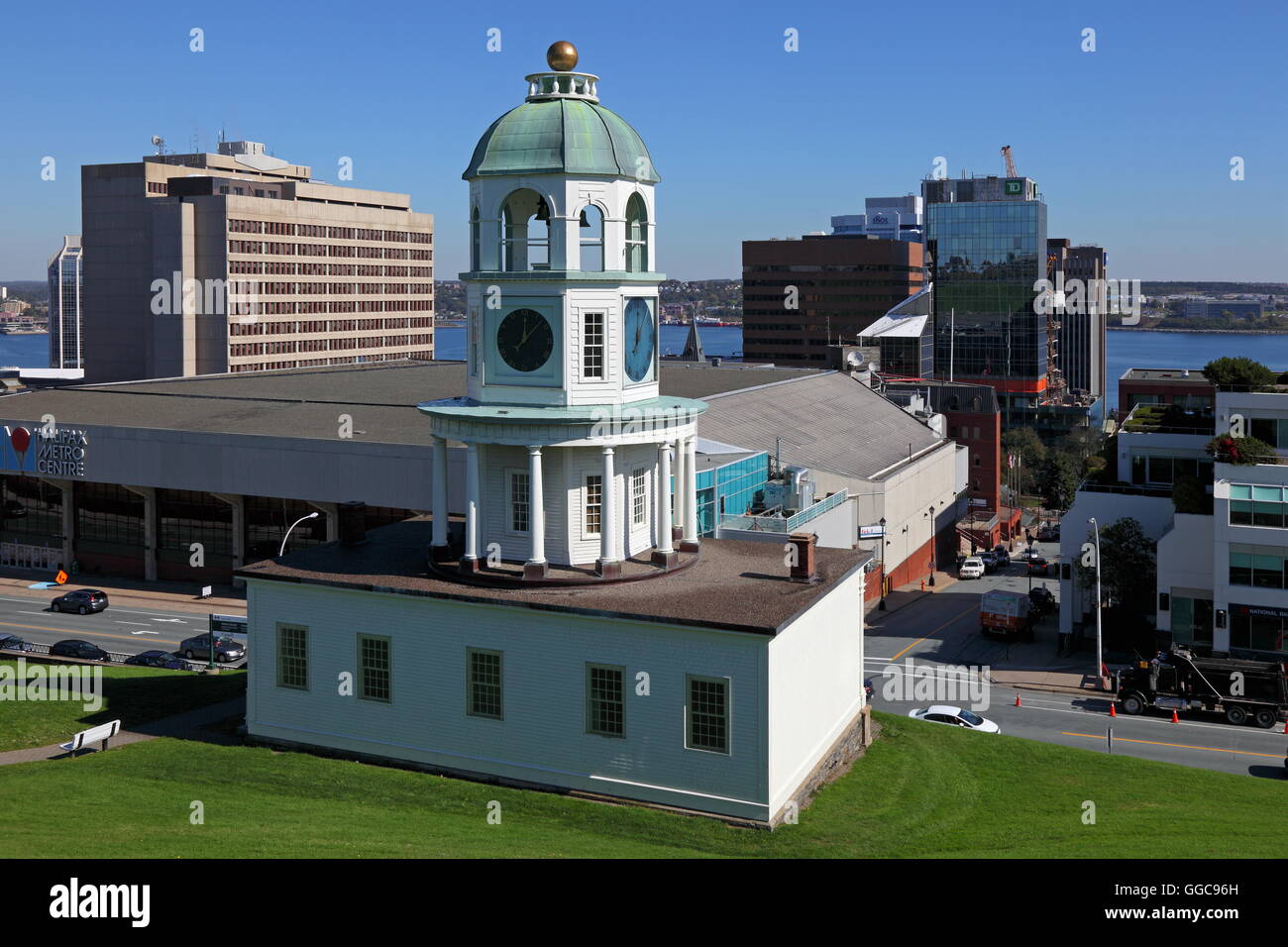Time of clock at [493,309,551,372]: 12:07
